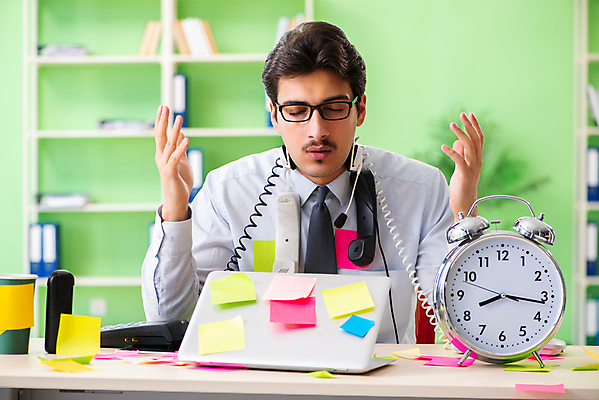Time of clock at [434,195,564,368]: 8:16
